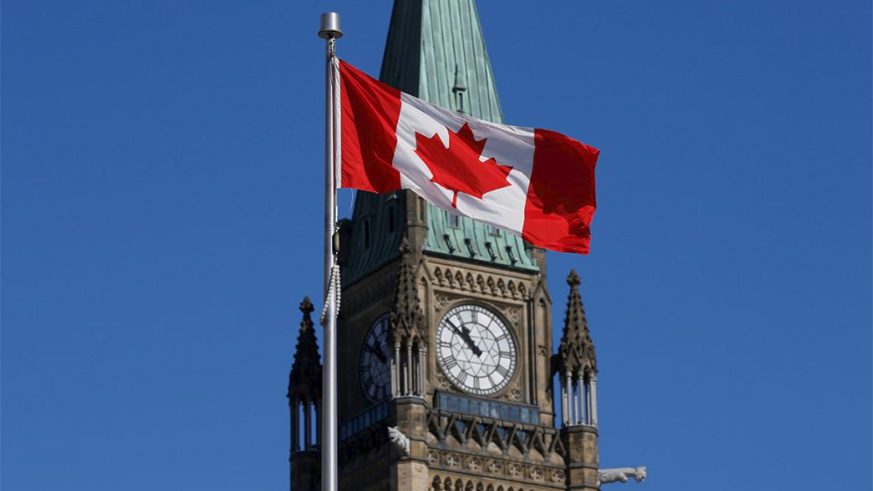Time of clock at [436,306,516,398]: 10:51
